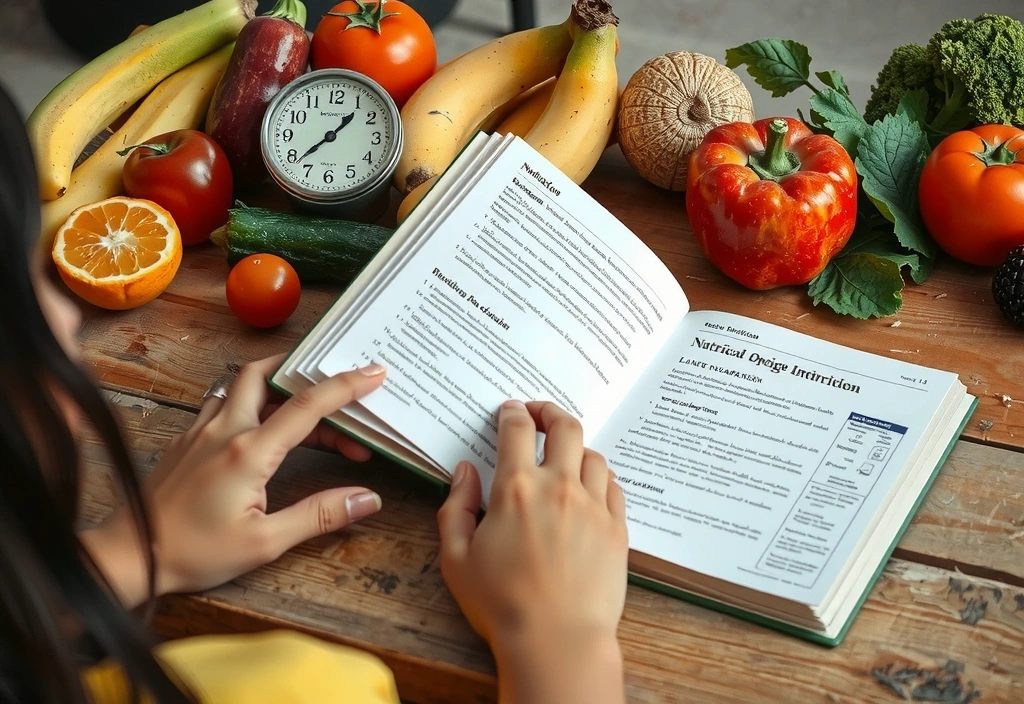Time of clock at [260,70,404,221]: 1:38
